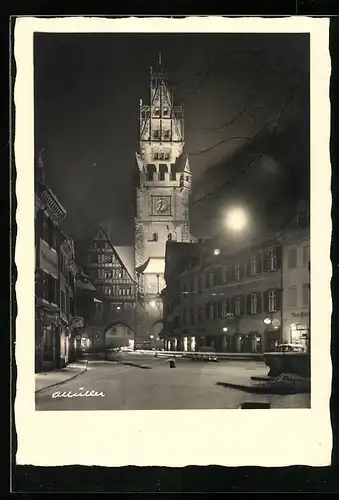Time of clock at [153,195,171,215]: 7:00
